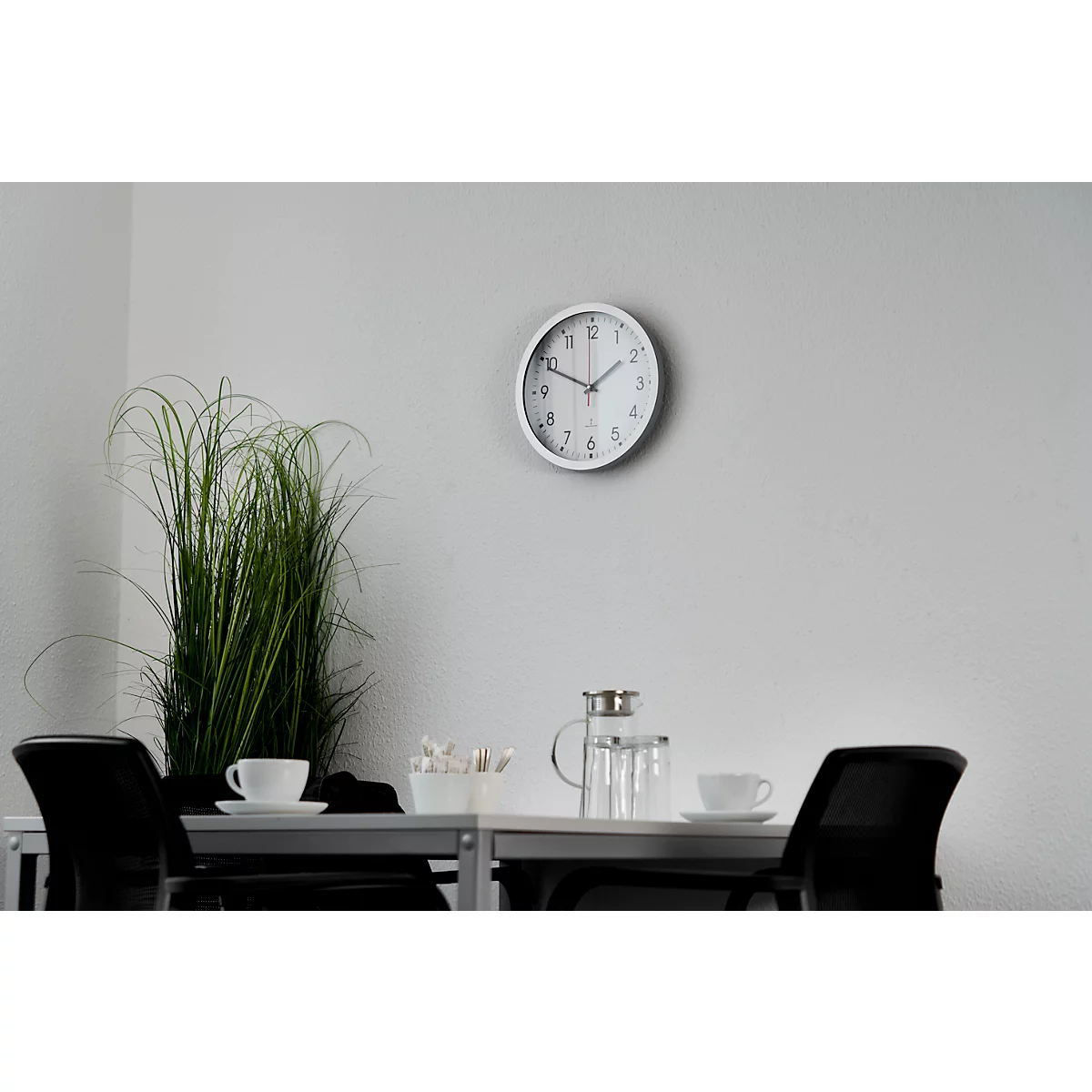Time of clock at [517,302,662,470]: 1:49
